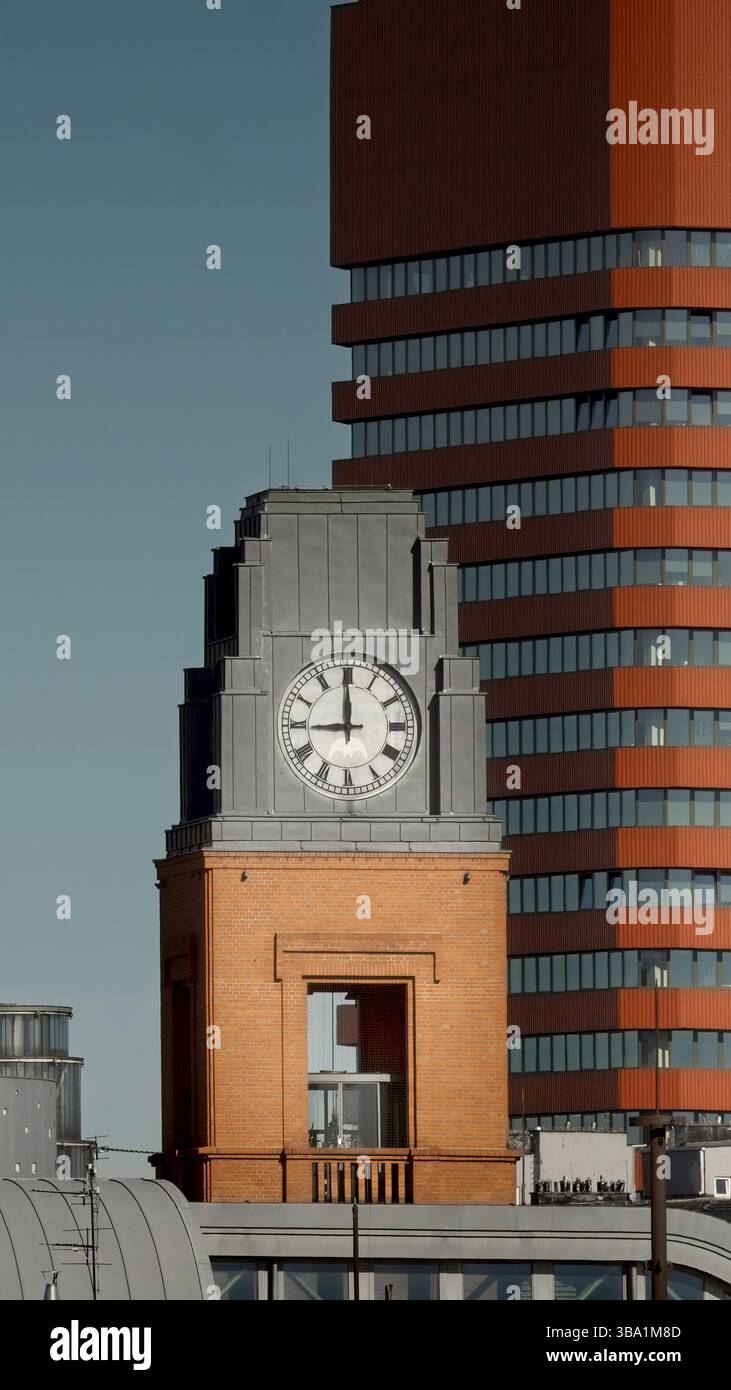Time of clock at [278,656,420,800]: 8:59
